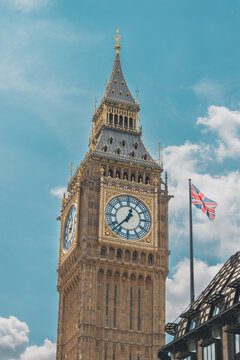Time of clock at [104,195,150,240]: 12:37
